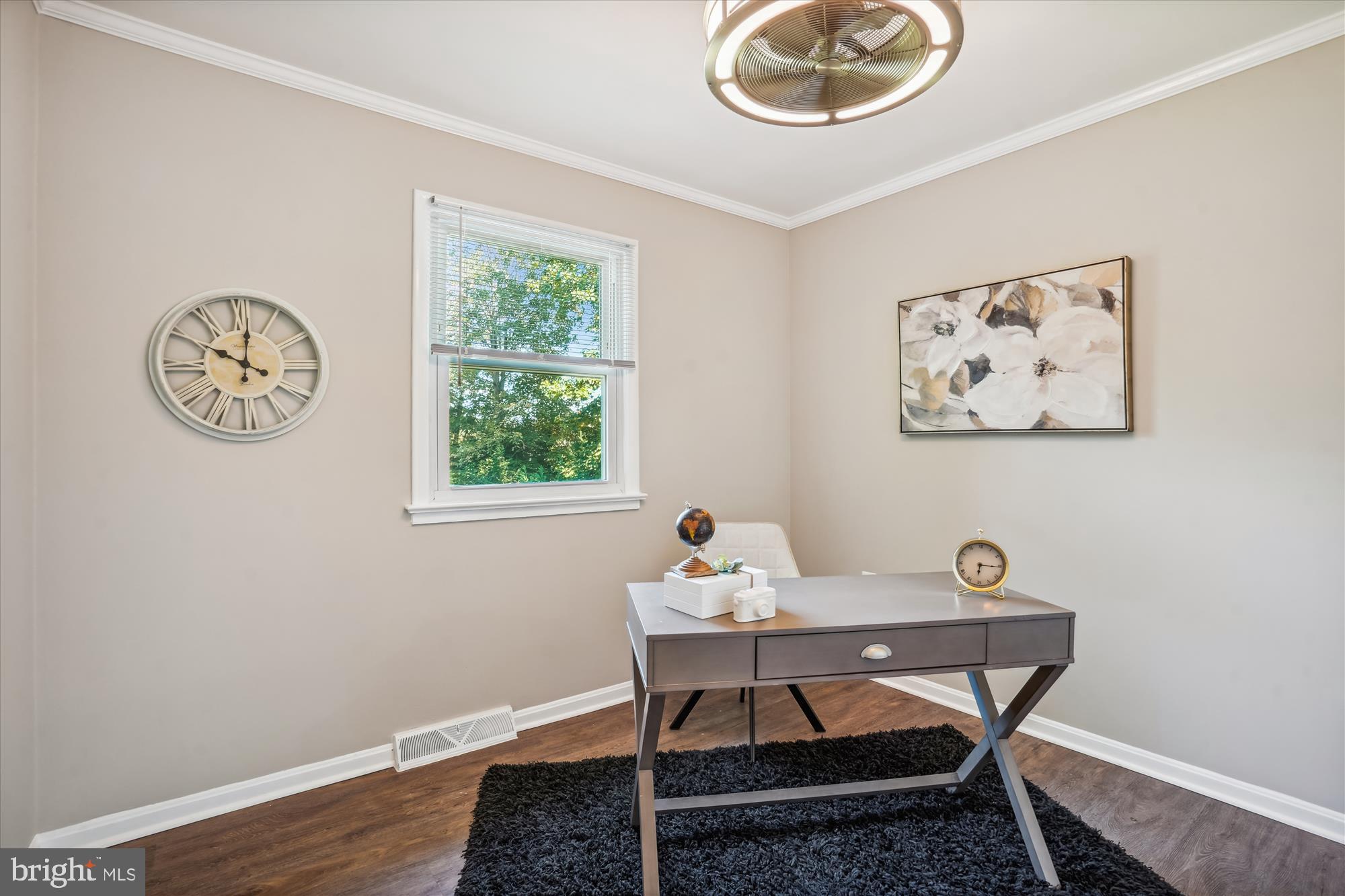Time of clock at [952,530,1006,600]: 6:15
